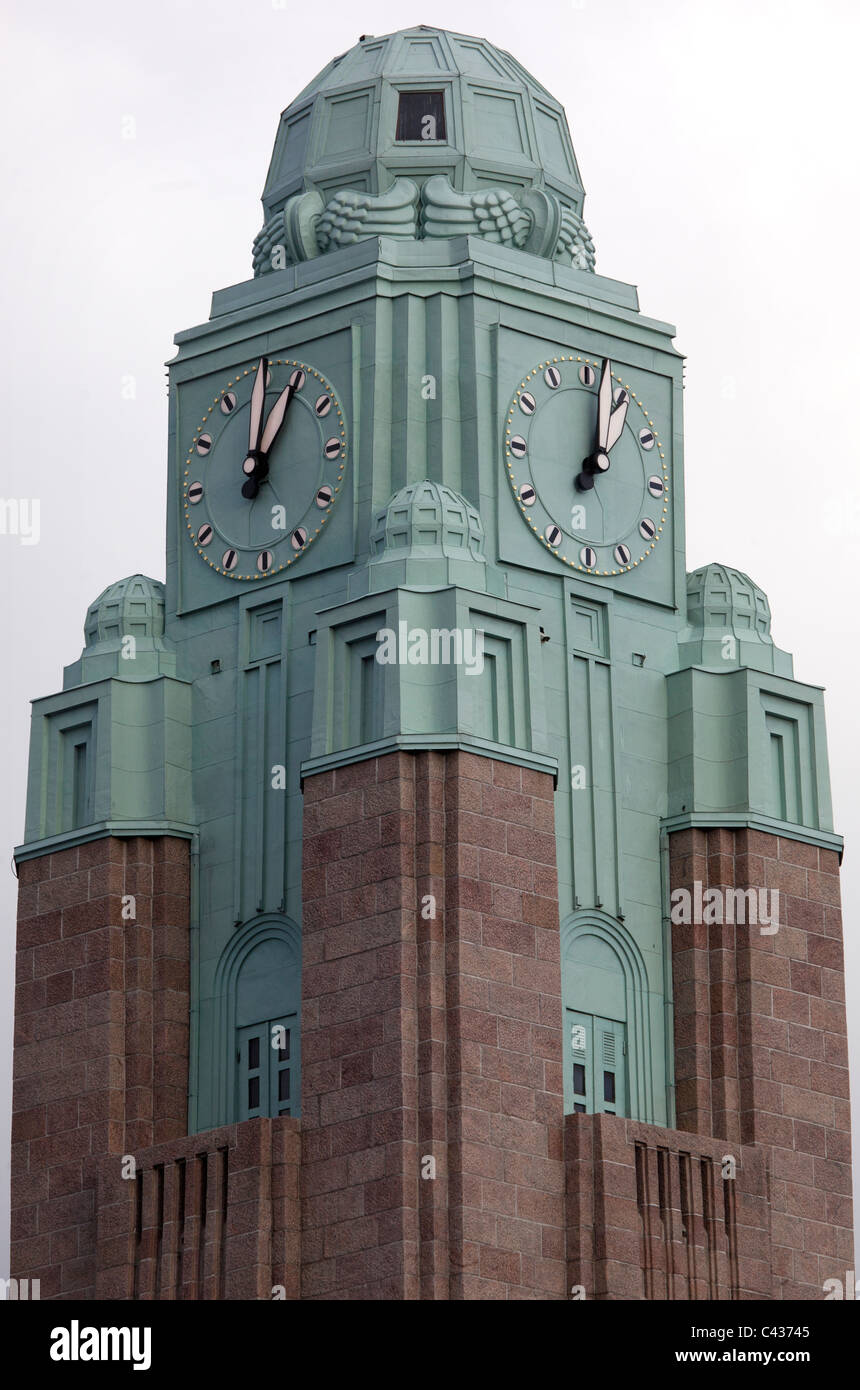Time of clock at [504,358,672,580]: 1:02
